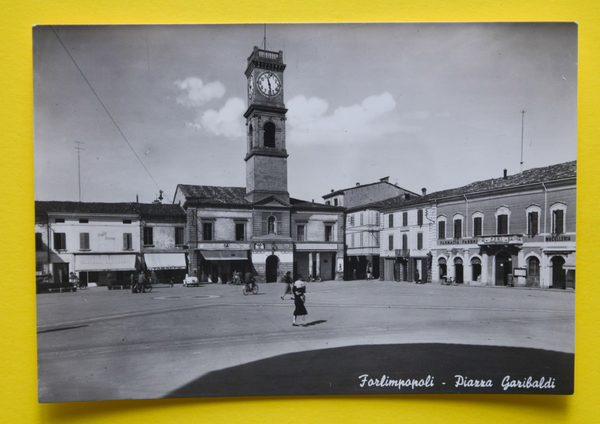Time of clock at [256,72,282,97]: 11:28
